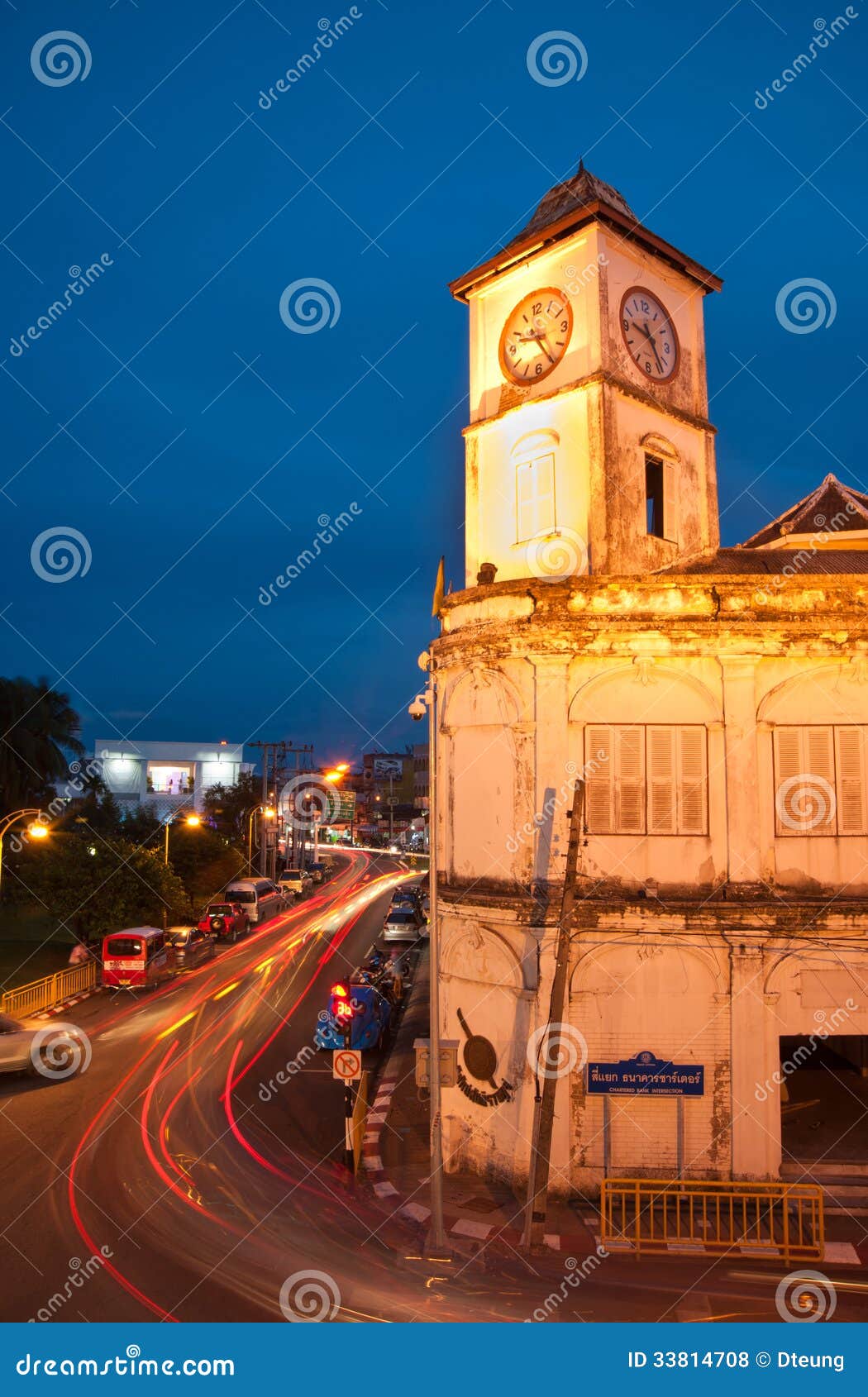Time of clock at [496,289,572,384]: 9:25
